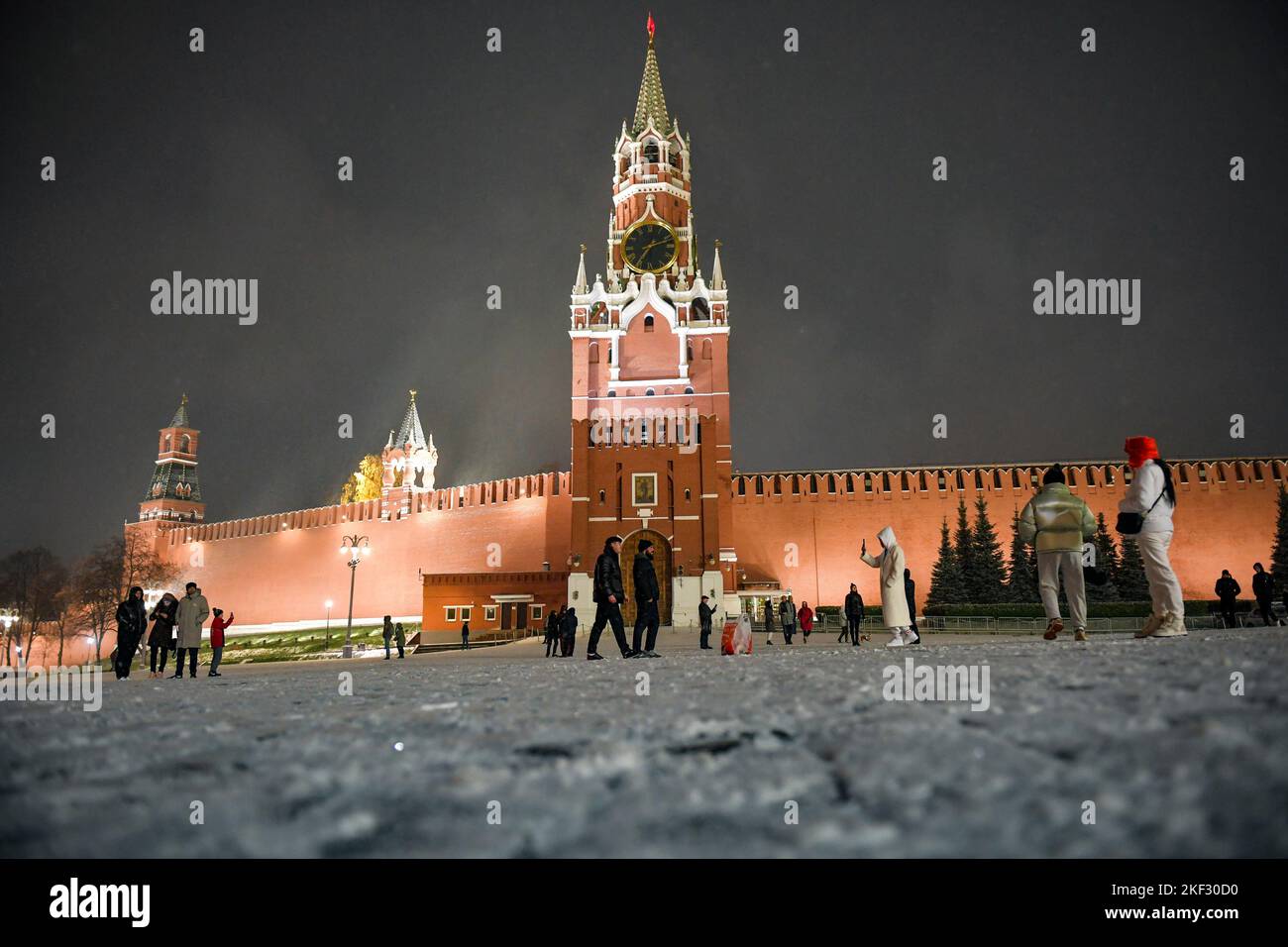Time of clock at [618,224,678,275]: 7:11
